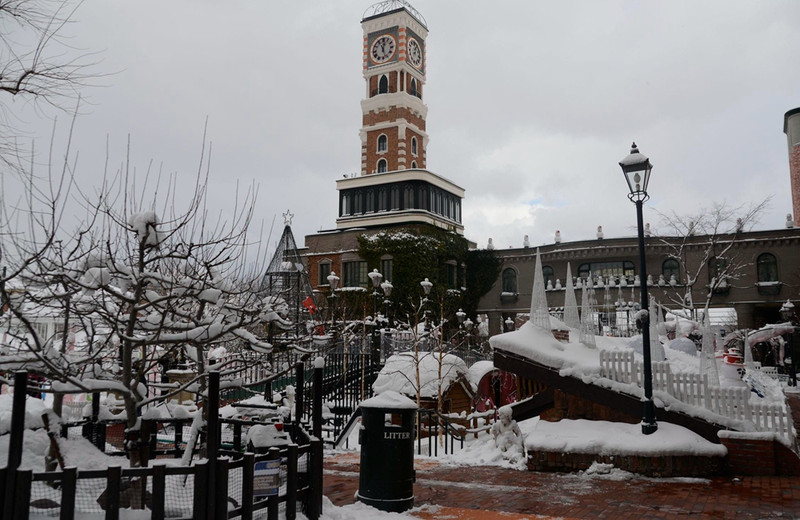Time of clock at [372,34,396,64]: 12:26
